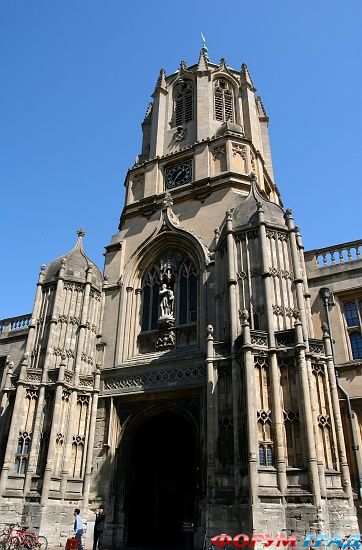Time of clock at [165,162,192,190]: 1:35
